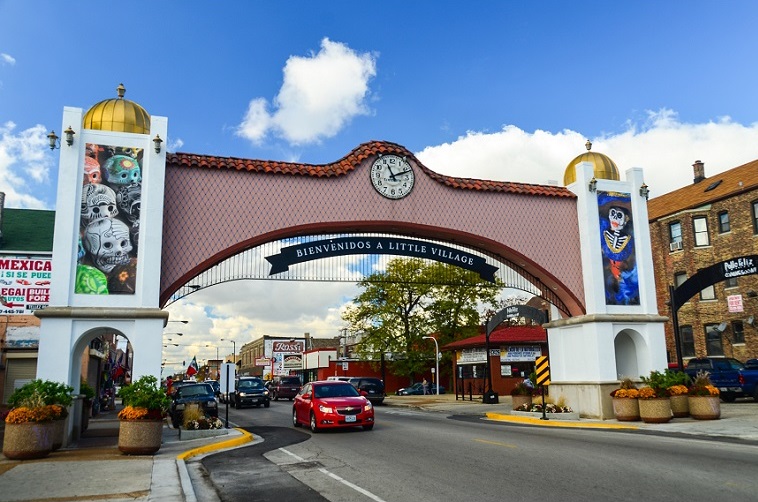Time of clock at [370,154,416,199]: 11:11
